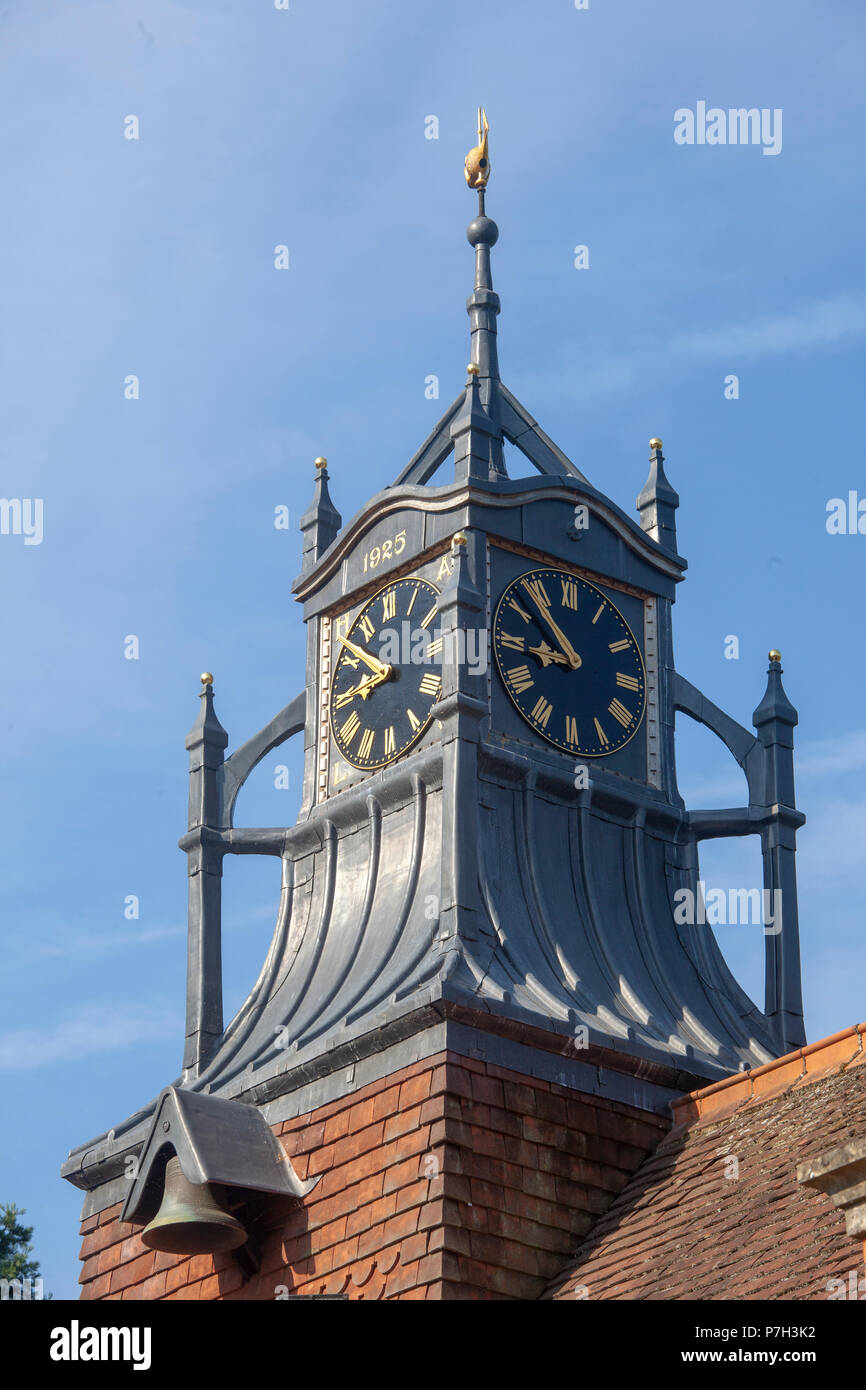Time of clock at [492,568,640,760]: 8:53
